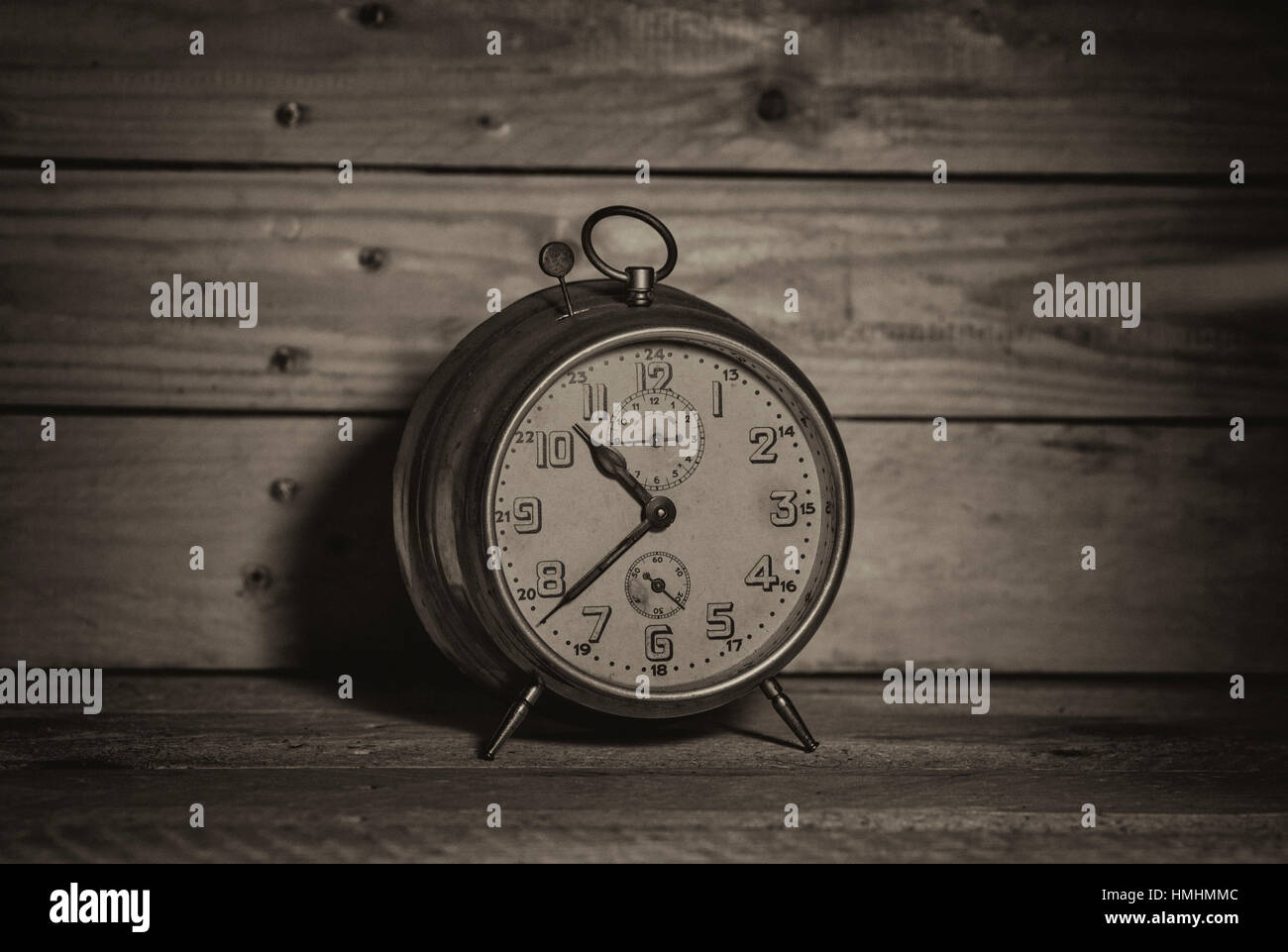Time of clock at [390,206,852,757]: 10:38
